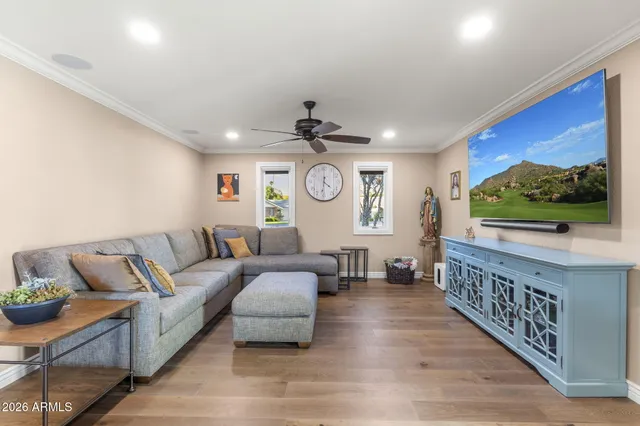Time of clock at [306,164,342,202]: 4:31
